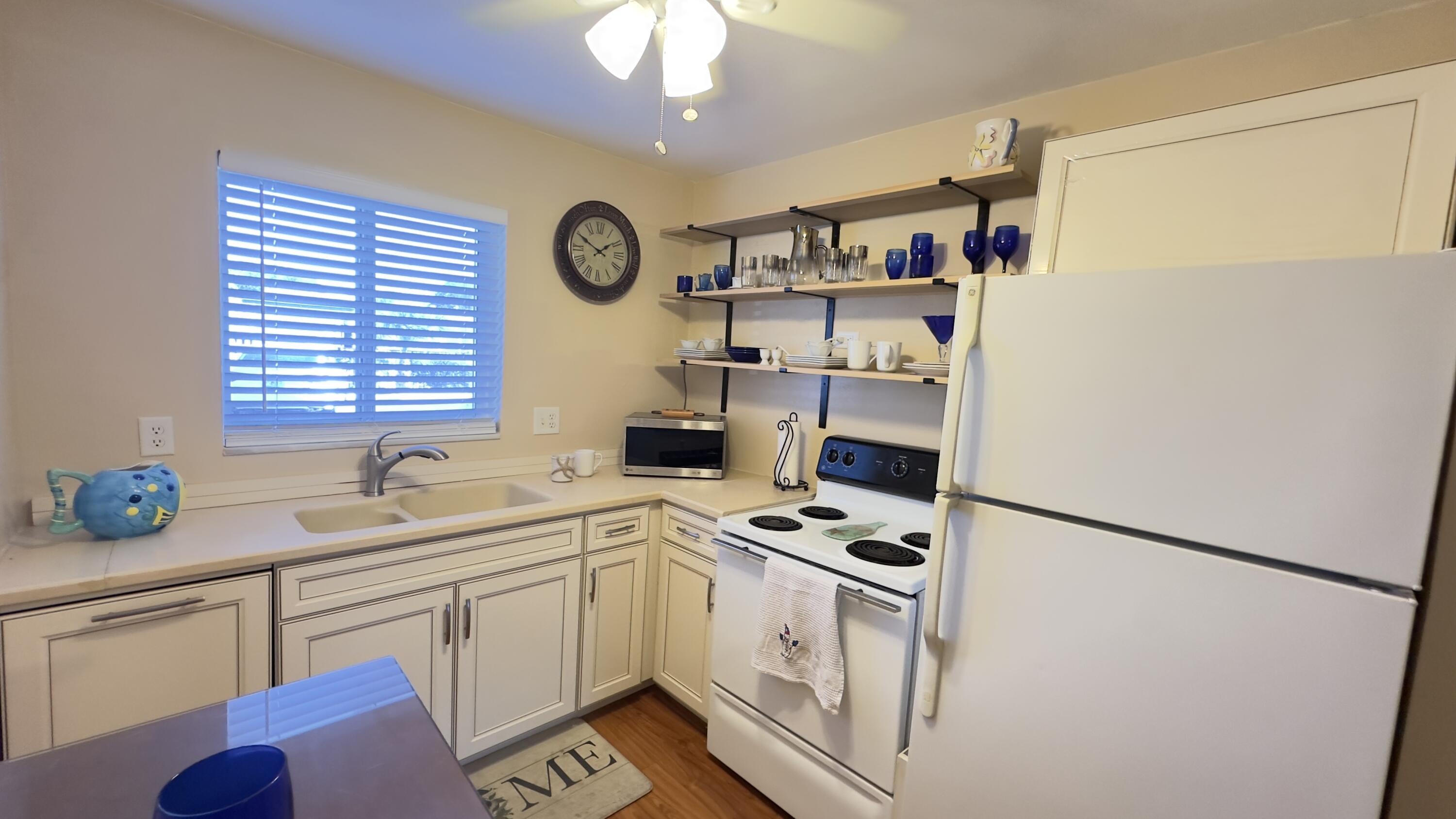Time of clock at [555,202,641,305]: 1:50
